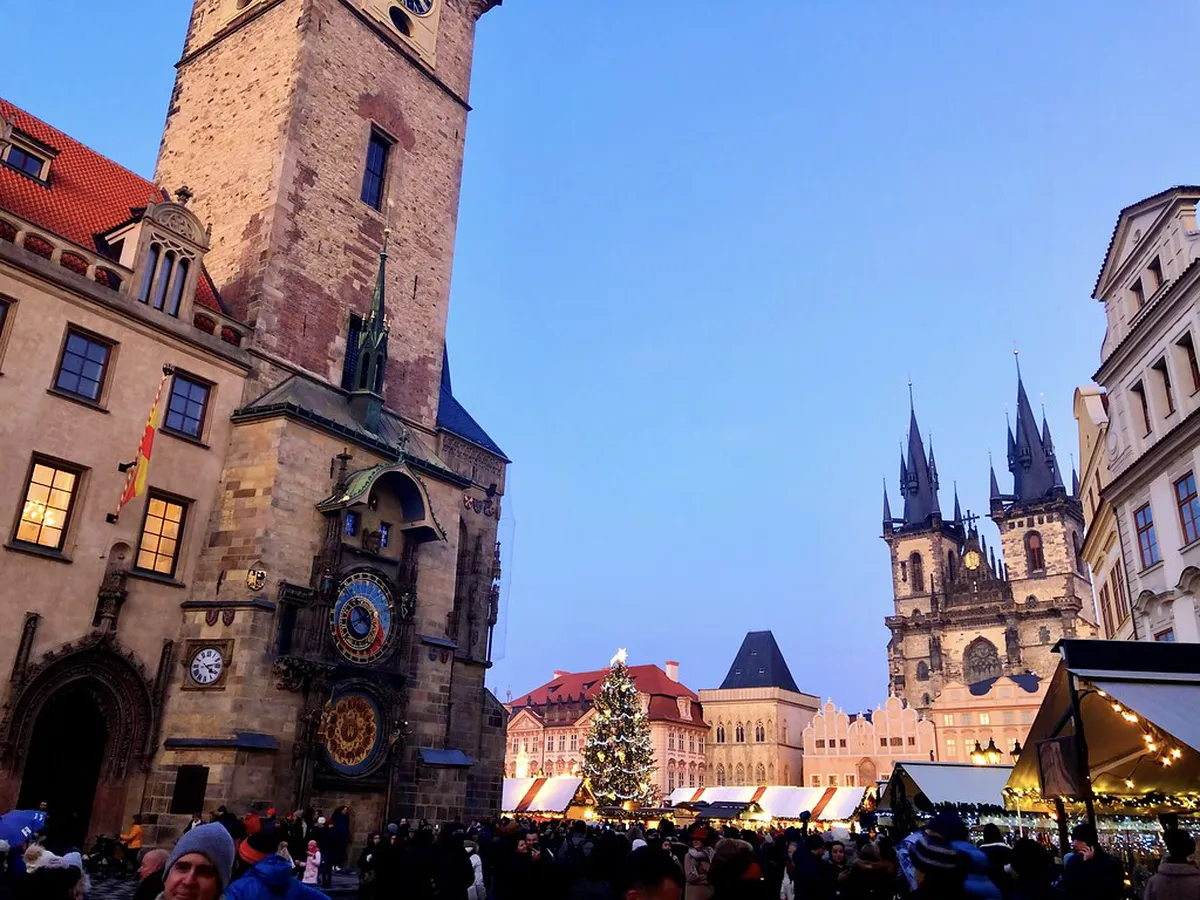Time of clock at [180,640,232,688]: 4:13
